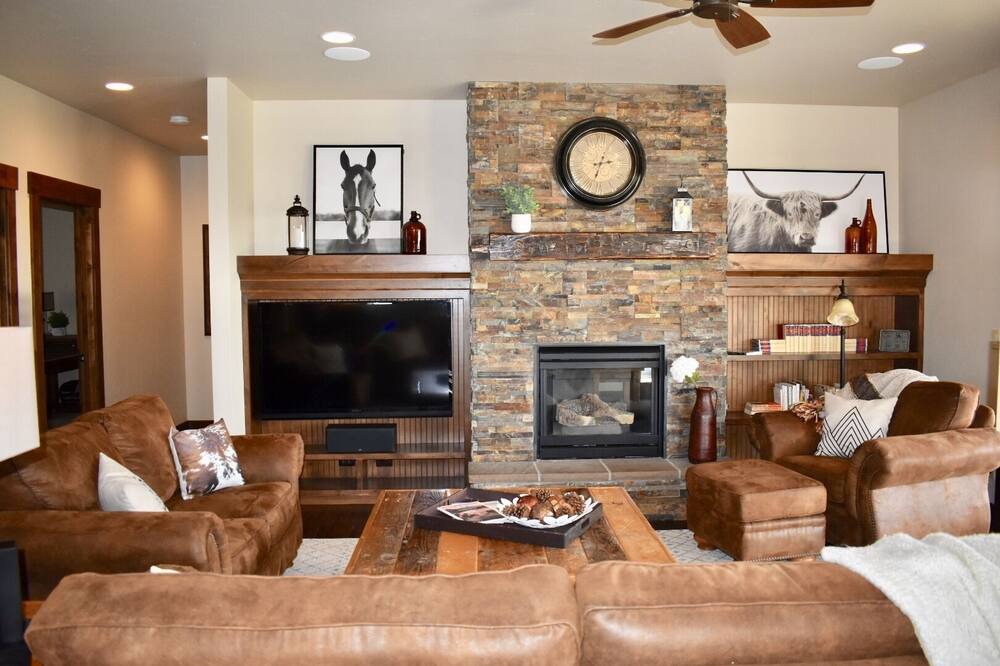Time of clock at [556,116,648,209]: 2:33
